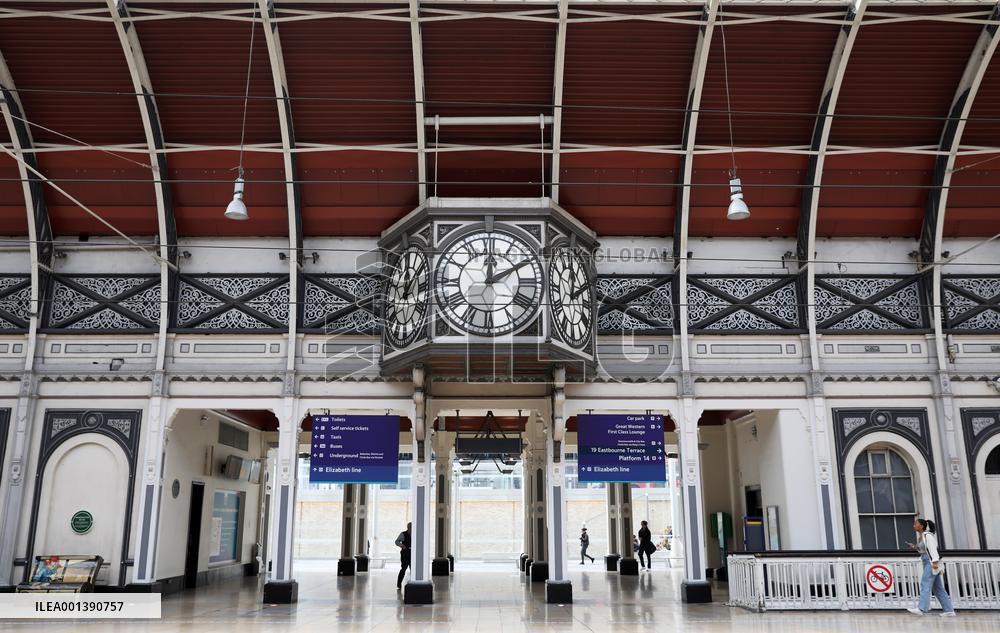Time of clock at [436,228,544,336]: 12:10
